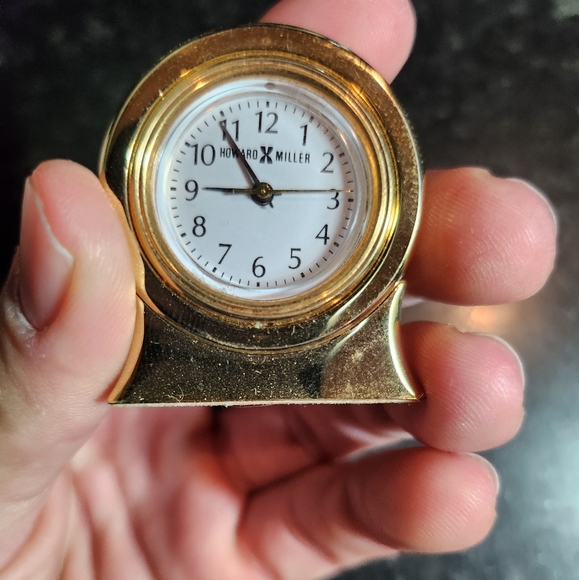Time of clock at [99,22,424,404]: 8:54
